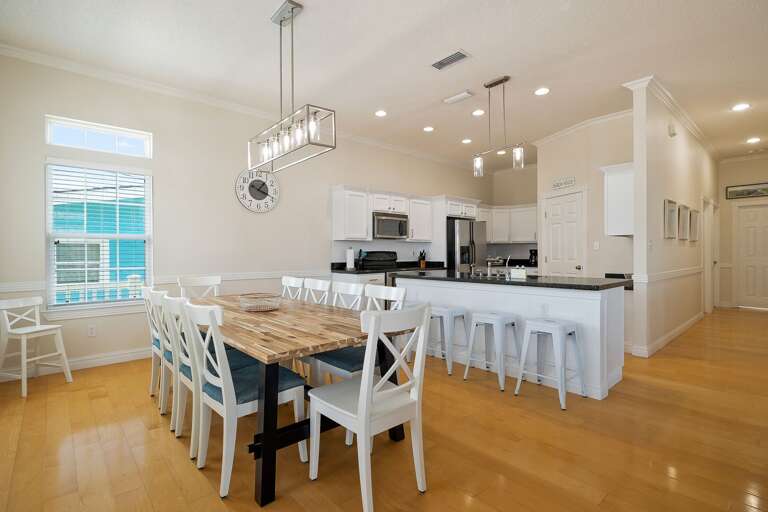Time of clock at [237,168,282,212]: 1:18
